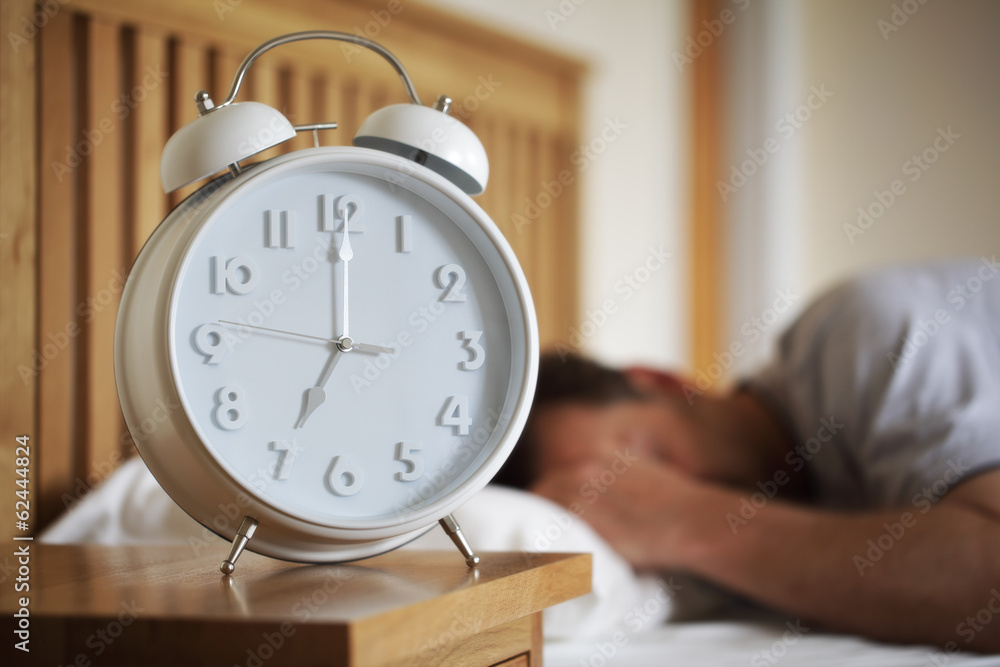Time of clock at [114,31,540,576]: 7:00
